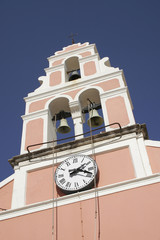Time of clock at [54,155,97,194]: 2:18
